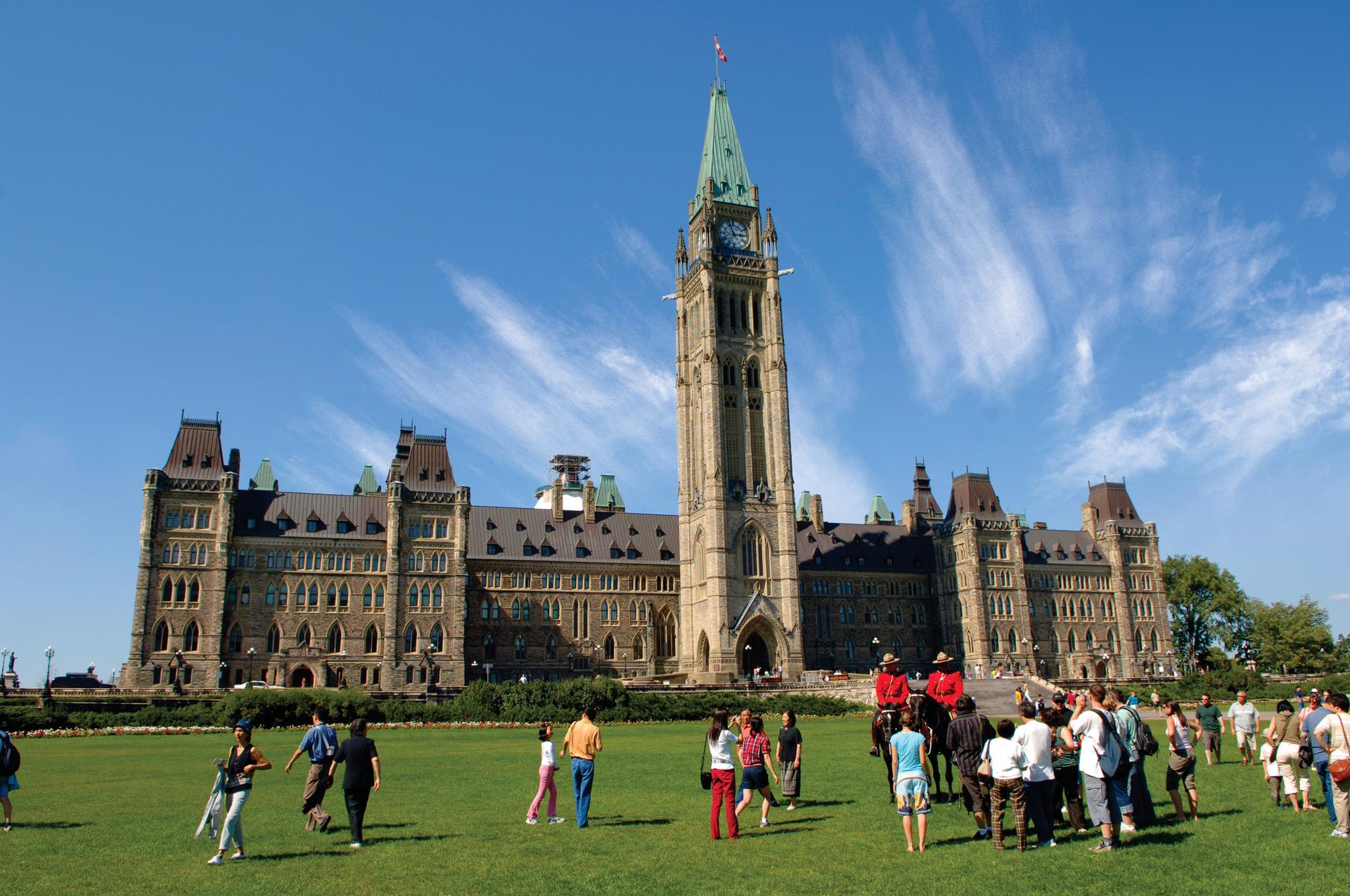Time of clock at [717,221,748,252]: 2:56
